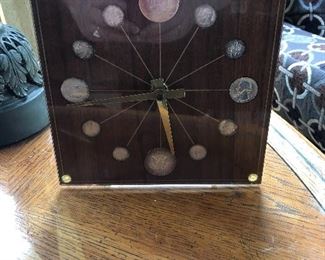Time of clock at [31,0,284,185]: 8:28
